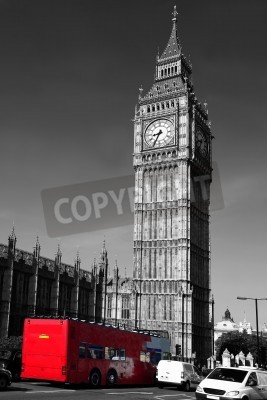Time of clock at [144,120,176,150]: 8:34
